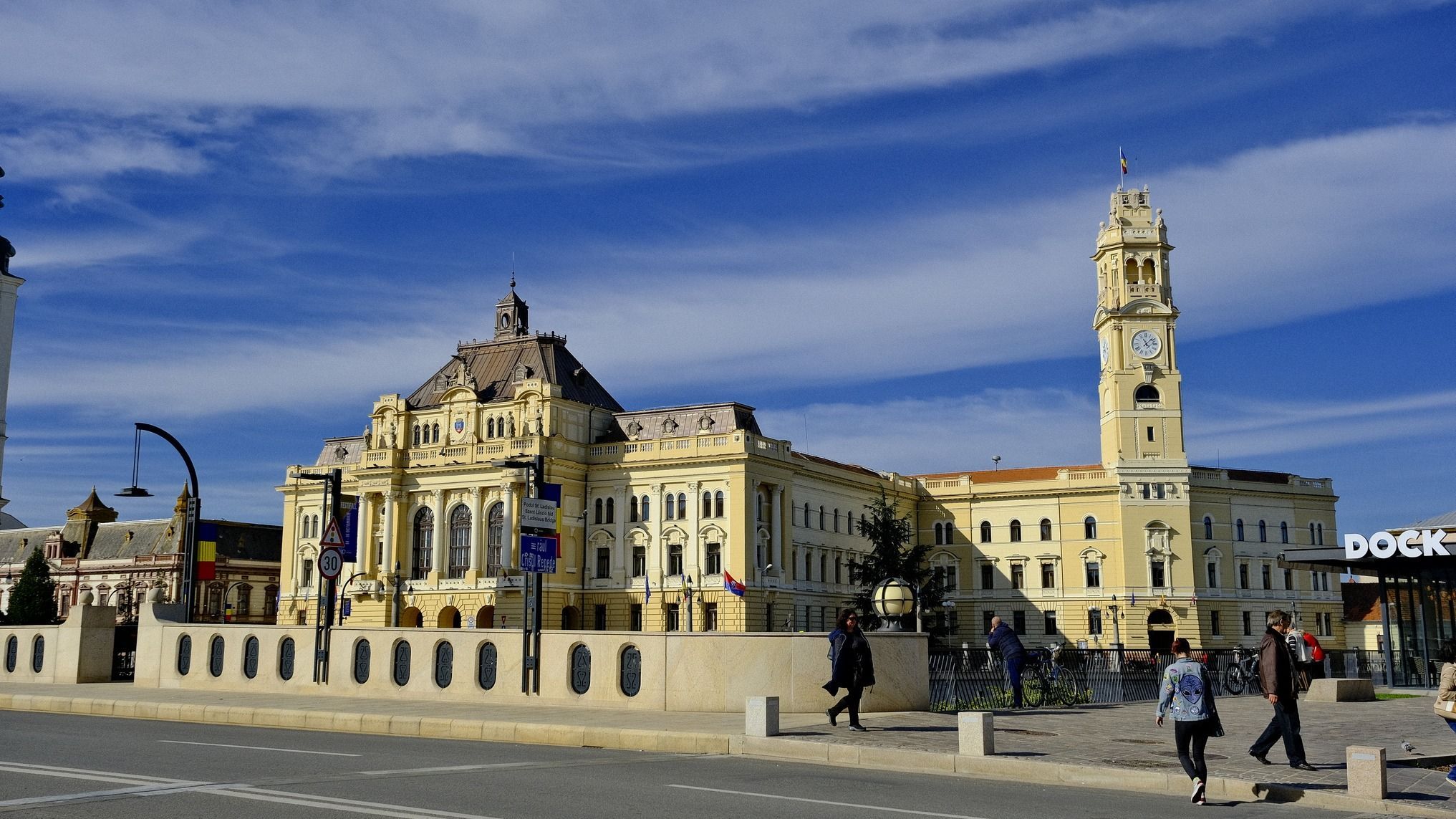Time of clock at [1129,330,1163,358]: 11:07
